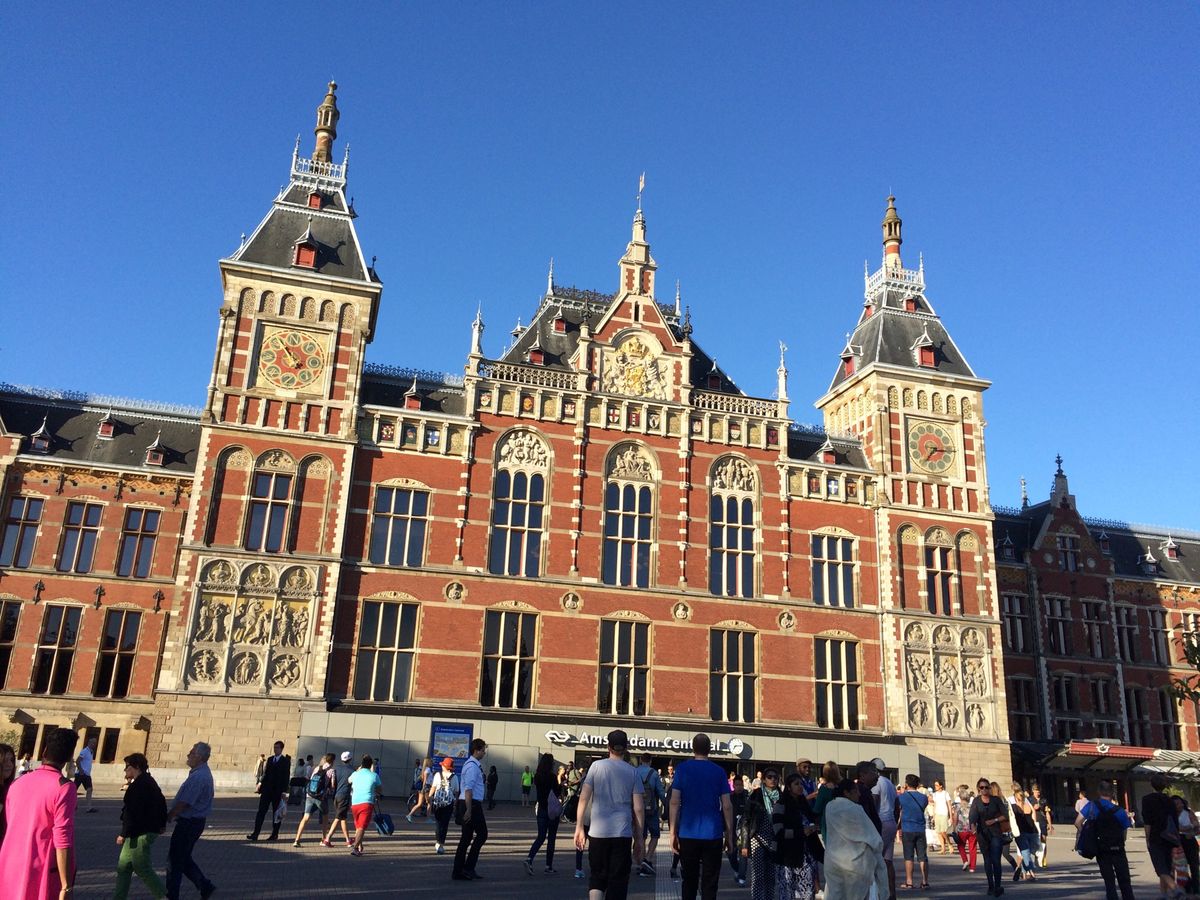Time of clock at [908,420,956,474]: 7:15
